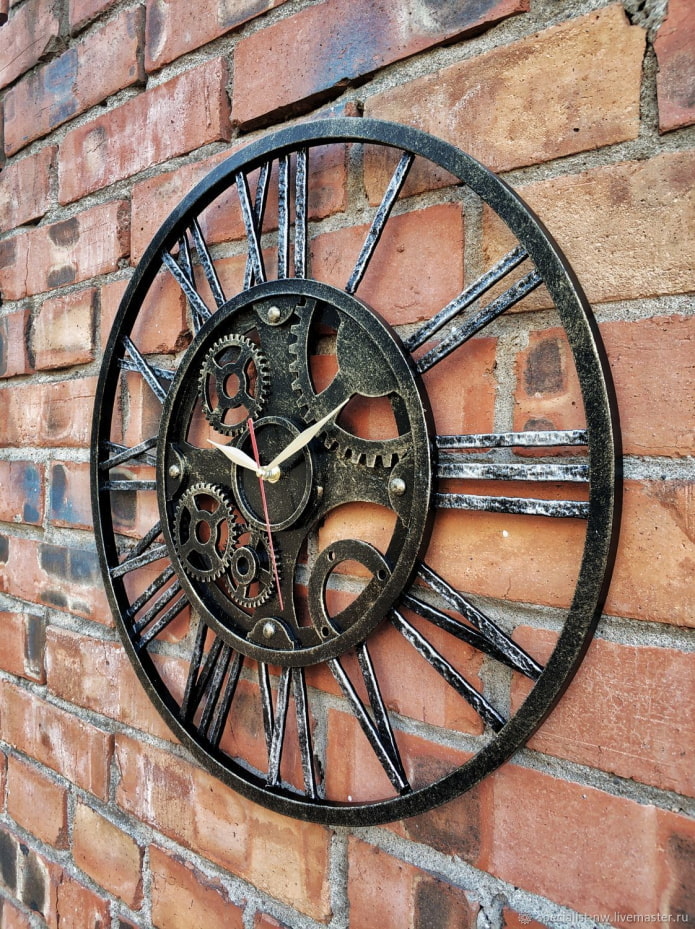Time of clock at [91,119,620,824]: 1:47
